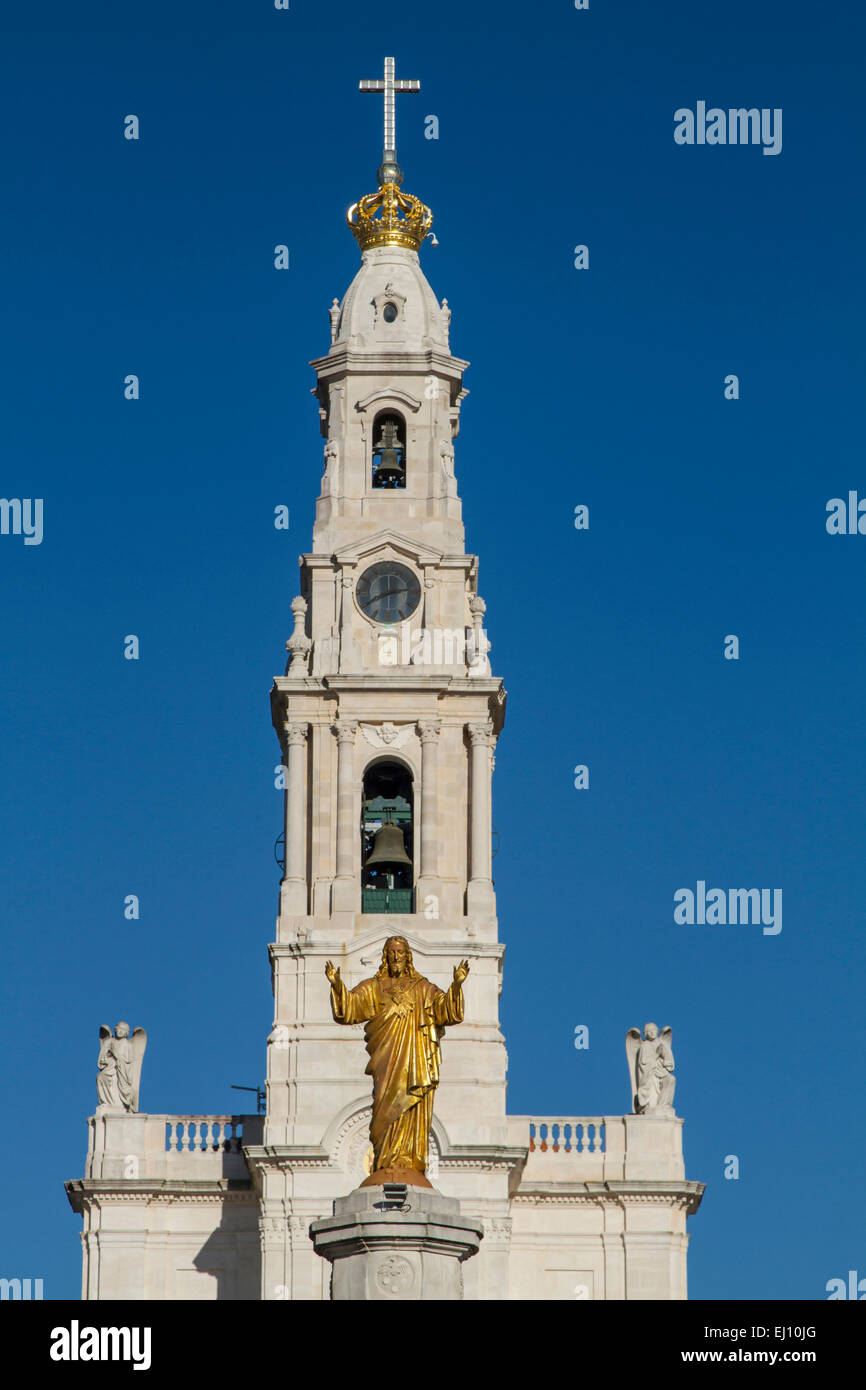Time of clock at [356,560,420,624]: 2:40
